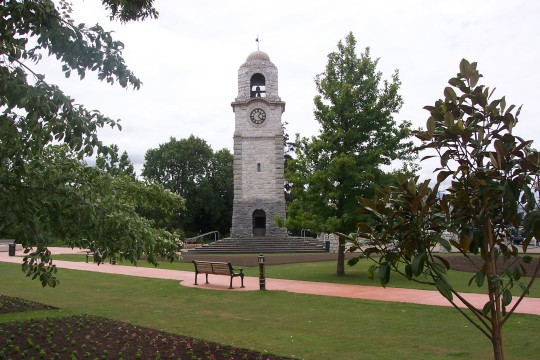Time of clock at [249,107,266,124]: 1:22
